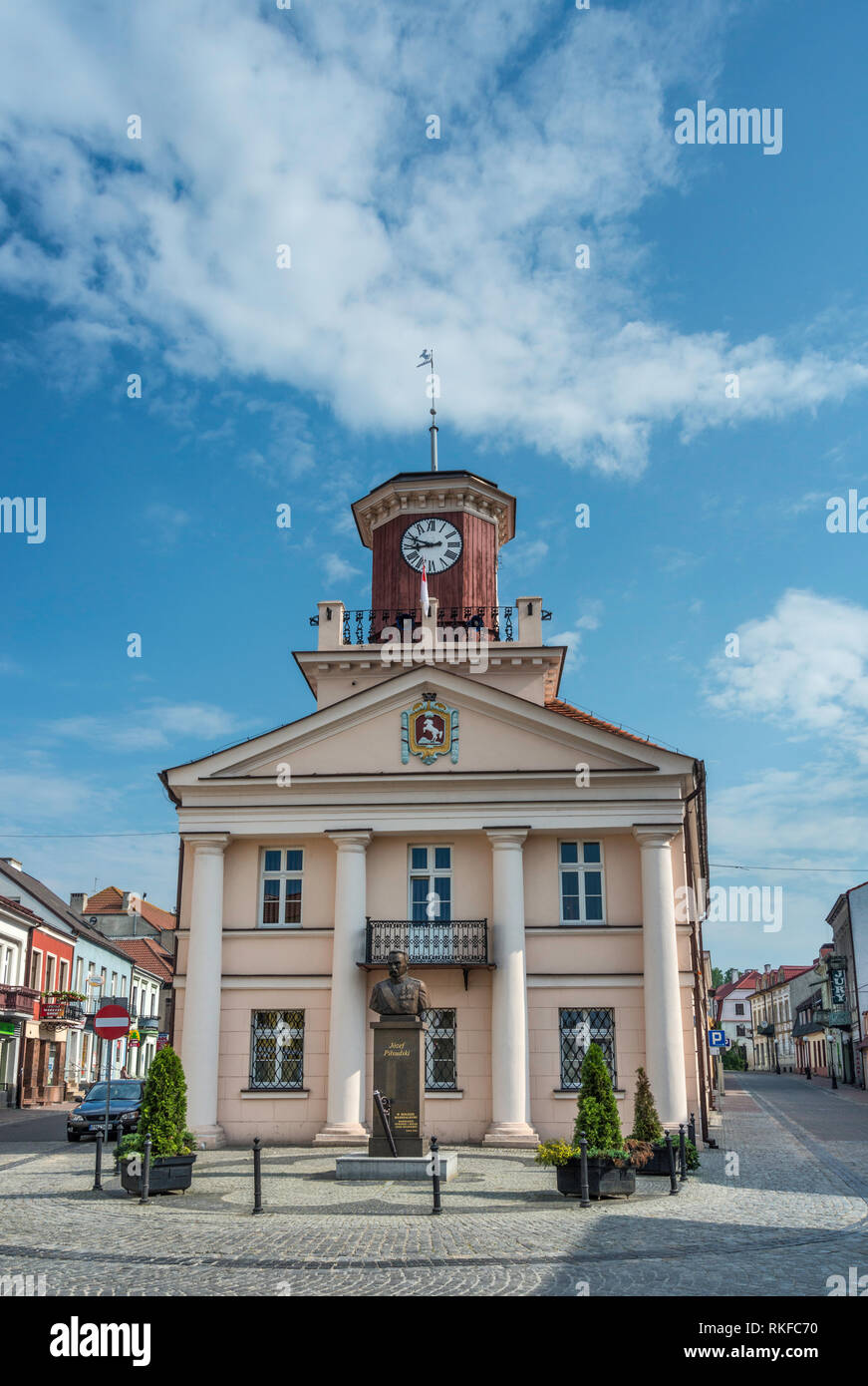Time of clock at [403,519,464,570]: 8:48
